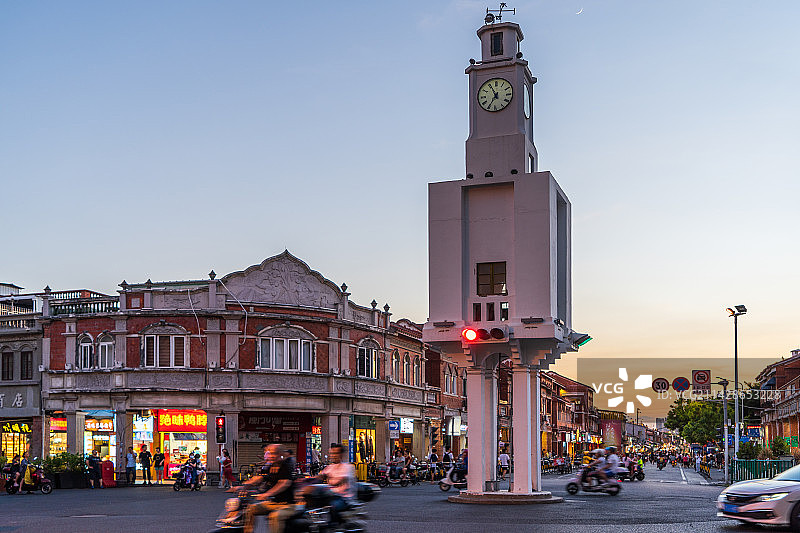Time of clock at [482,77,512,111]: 6:55
